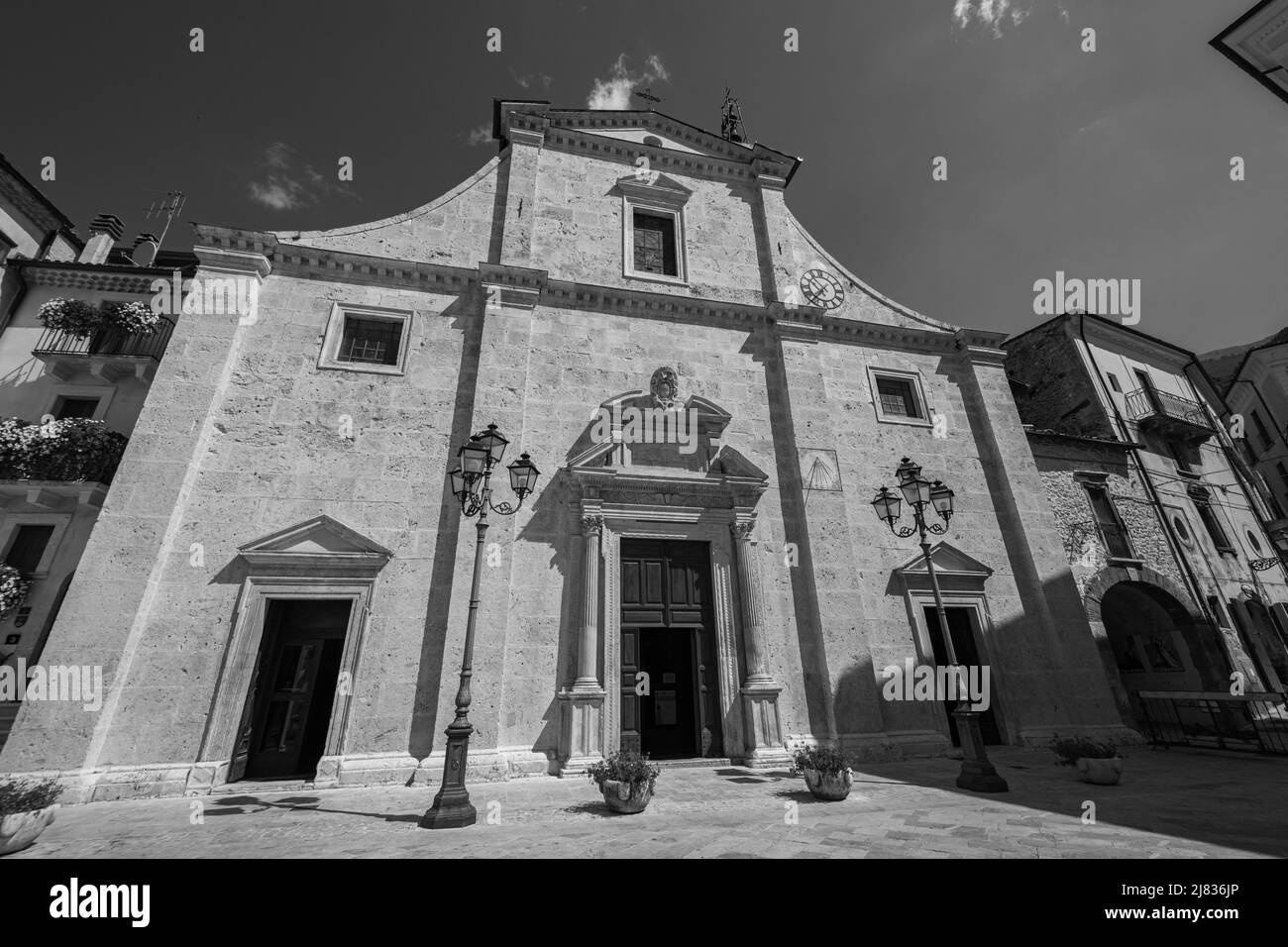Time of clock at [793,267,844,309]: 10:36
